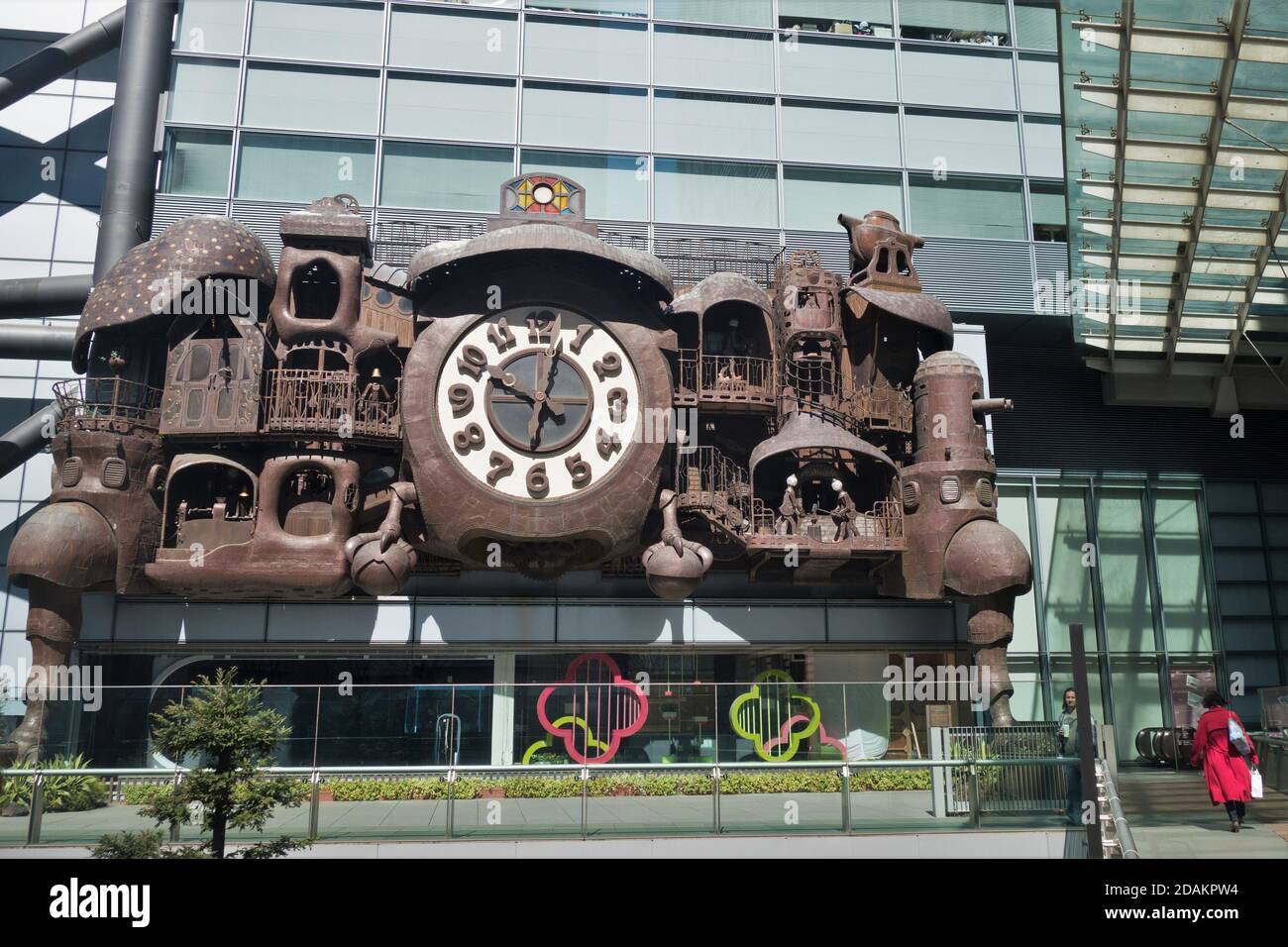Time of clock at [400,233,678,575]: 10:02
